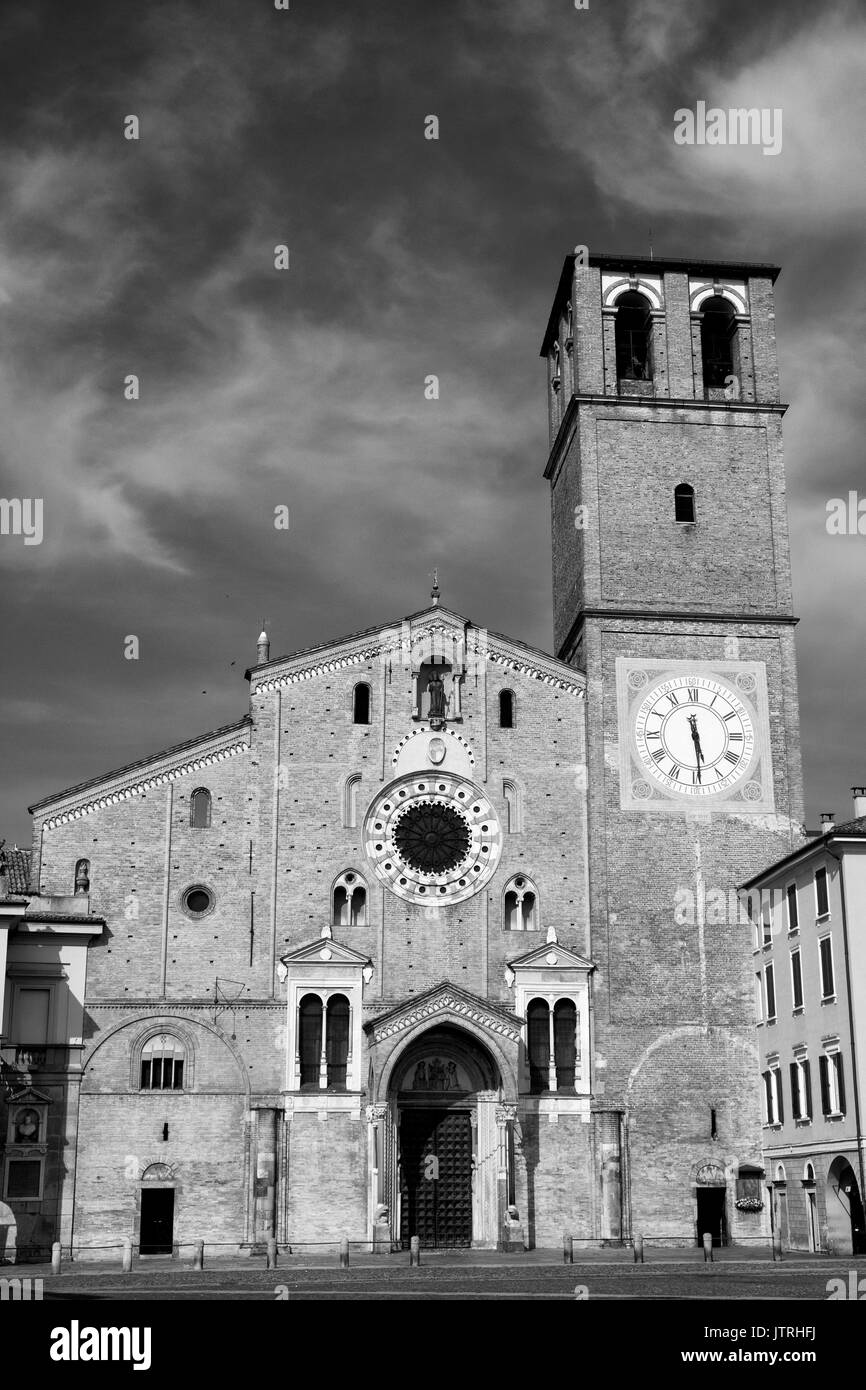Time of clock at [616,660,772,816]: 5:29
